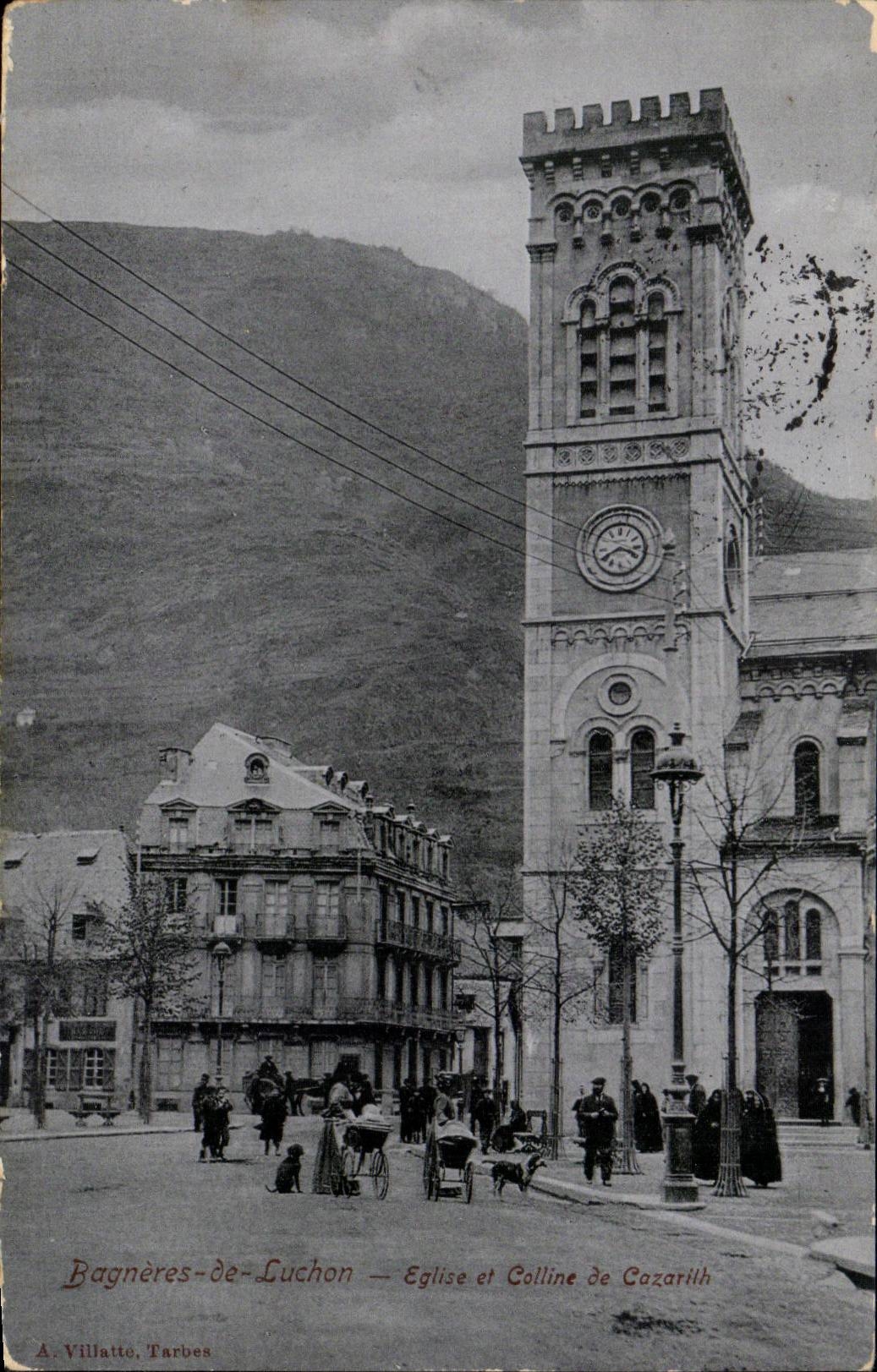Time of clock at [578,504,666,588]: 3:40
